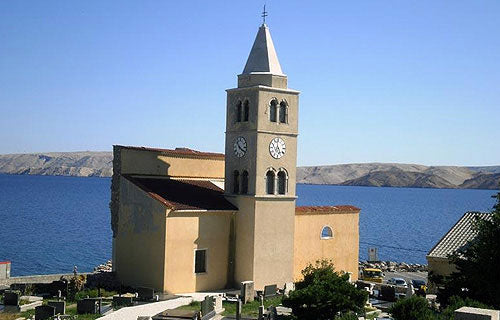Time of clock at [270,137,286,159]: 6:58
